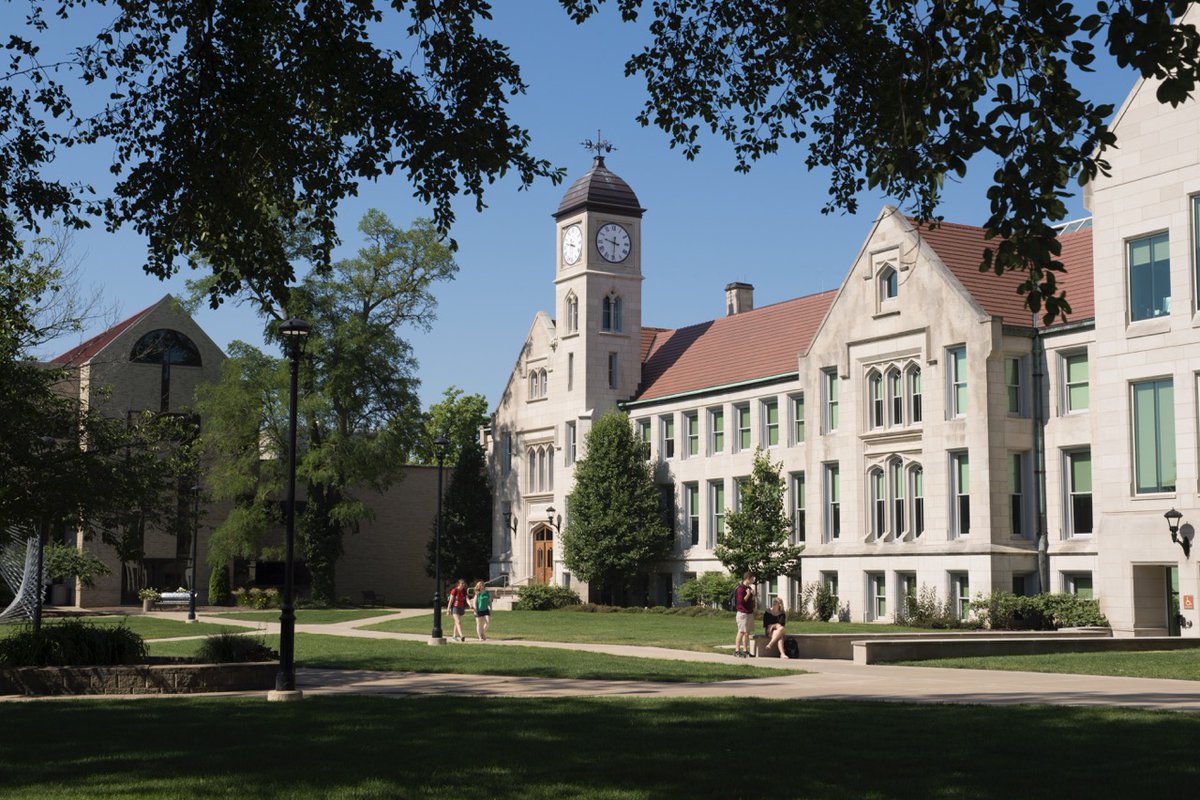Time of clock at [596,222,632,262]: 9:30
